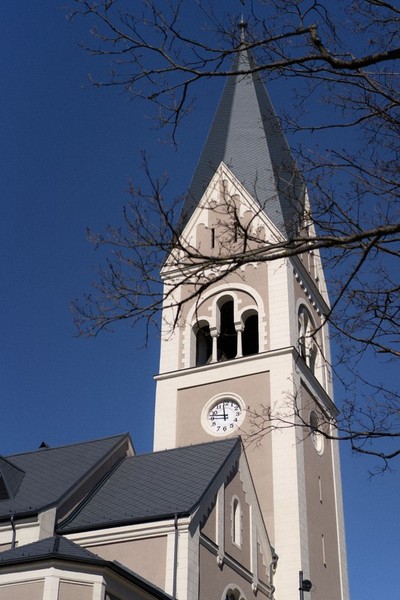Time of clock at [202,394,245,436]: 11:46
